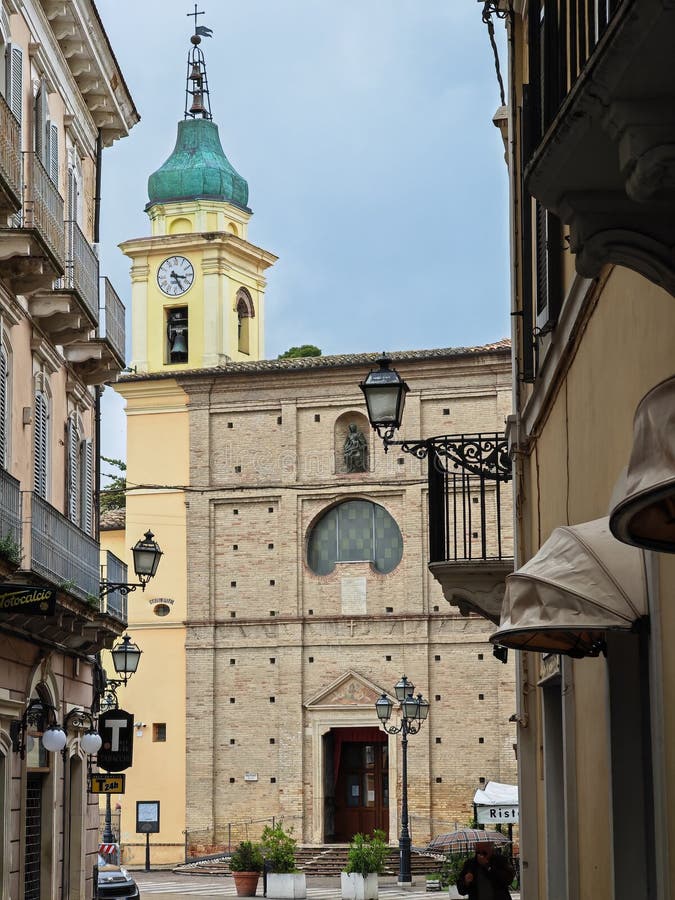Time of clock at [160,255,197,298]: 3:25
